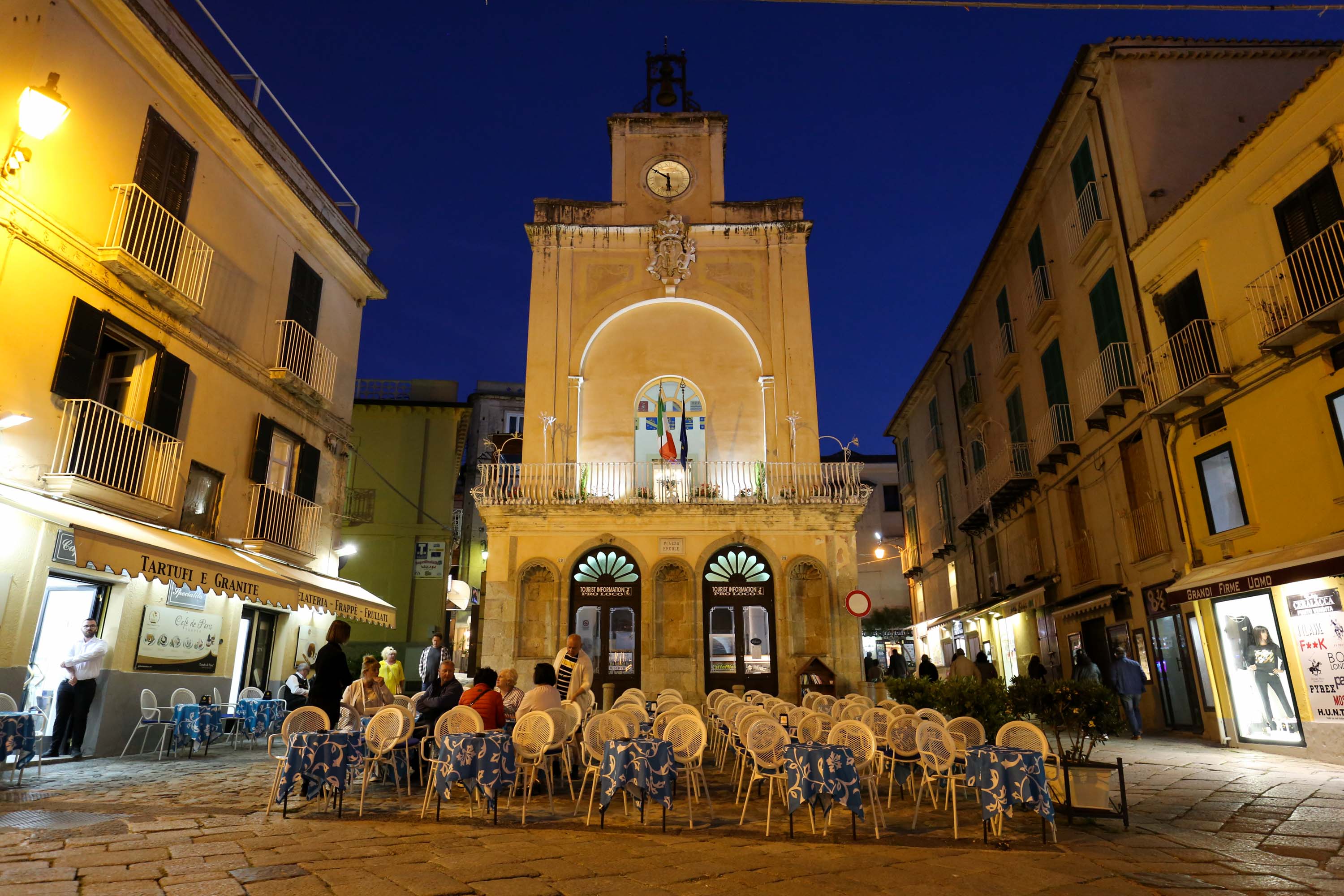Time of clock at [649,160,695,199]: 5:50
